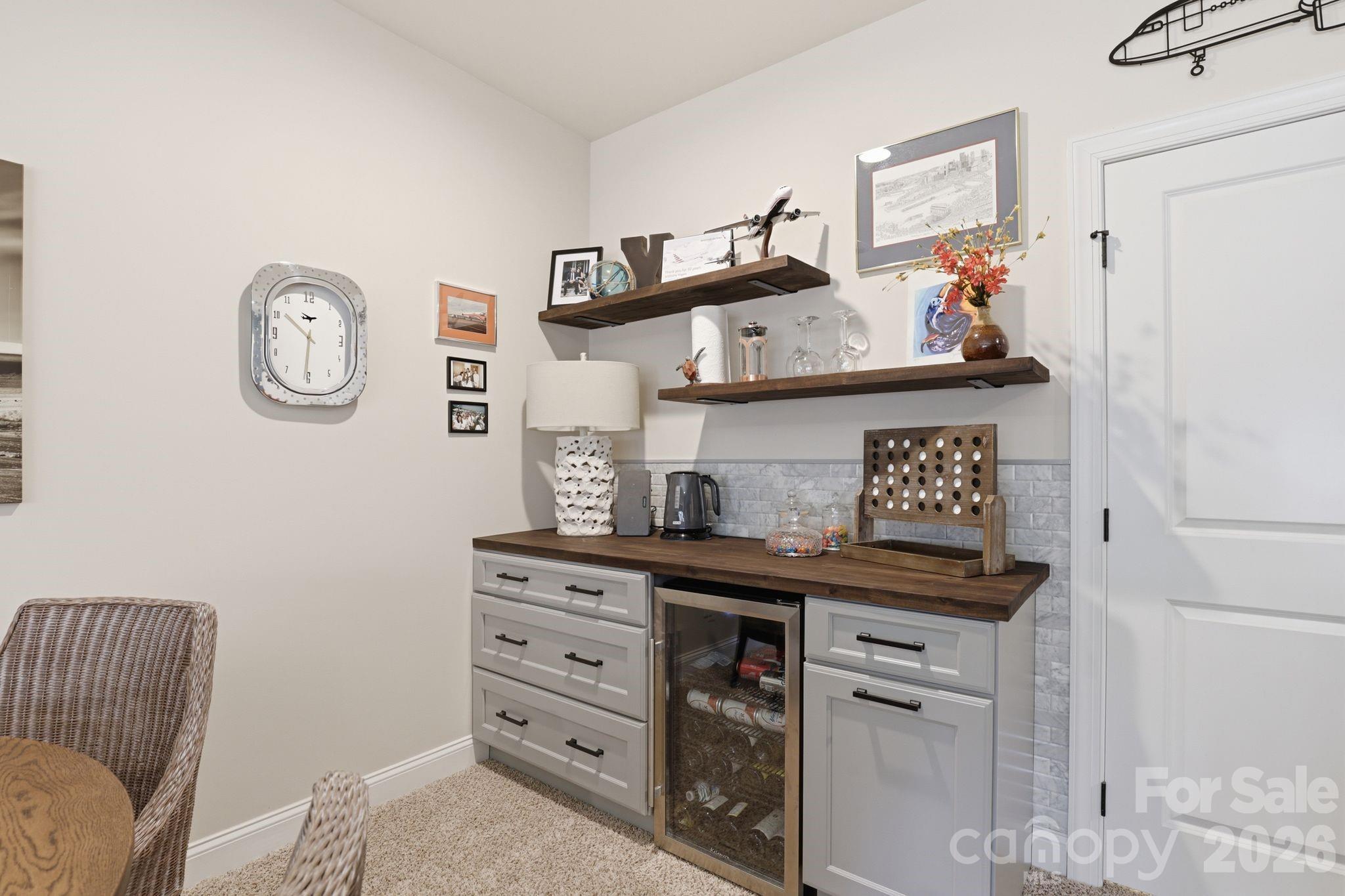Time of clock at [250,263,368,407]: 10:31
